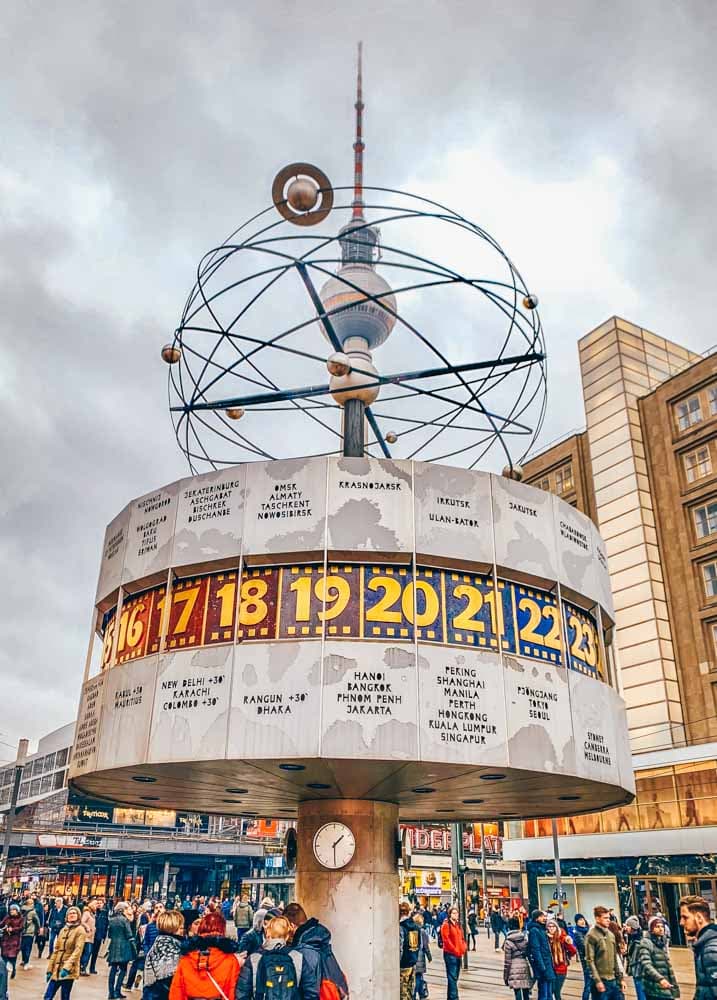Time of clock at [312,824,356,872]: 1:29
